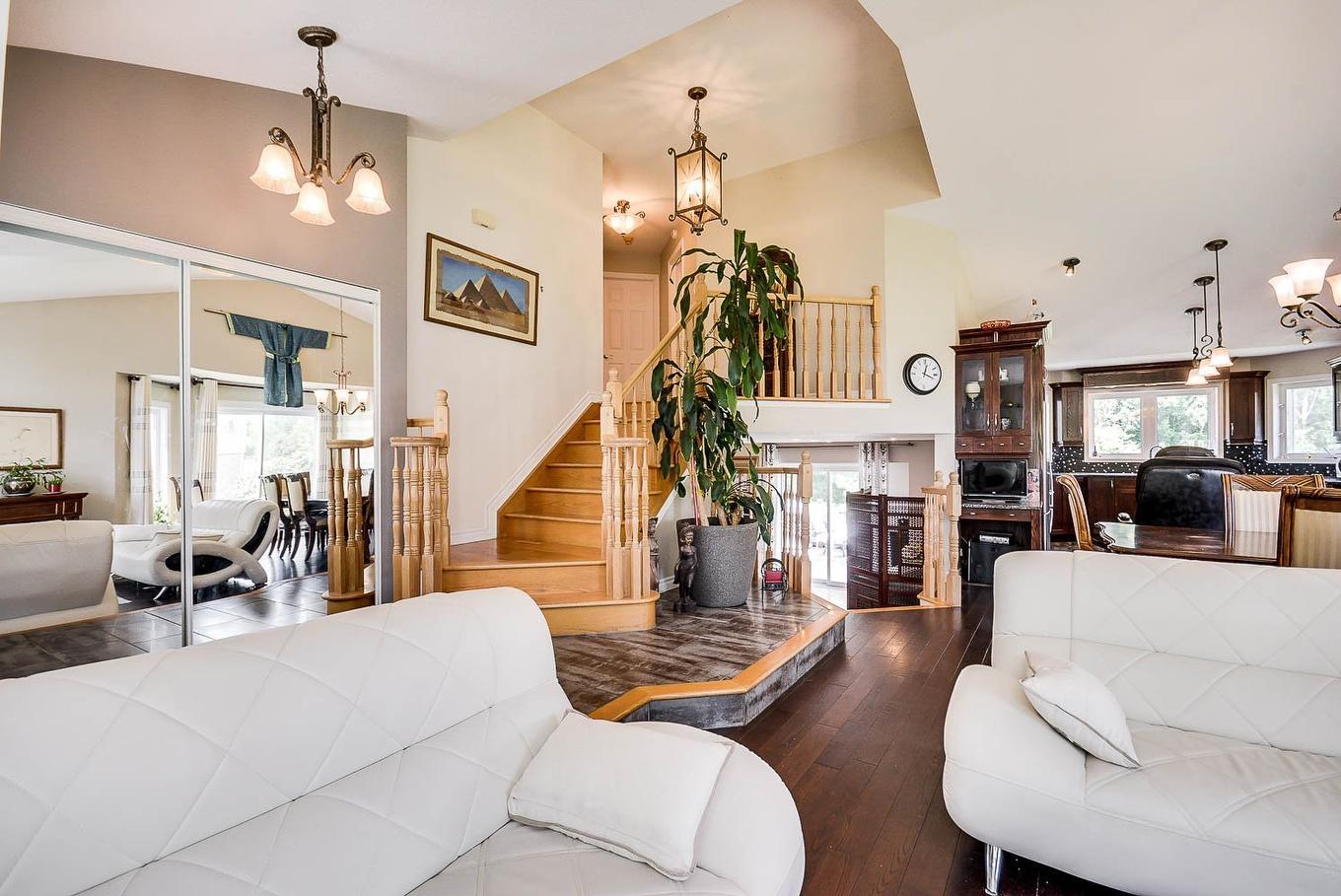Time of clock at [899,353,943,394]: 12:18
